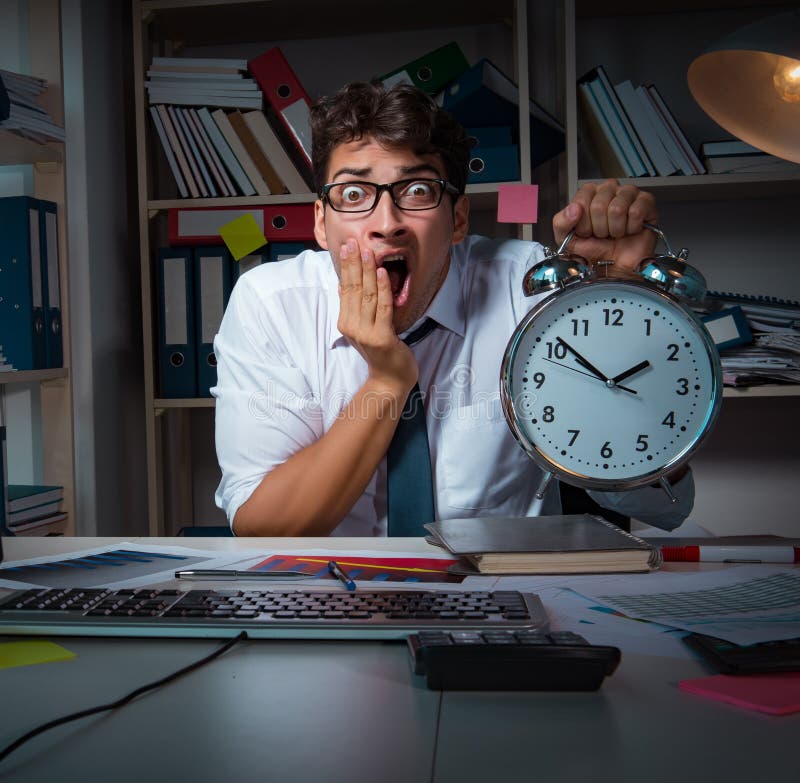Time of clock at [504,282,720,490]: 1:51
